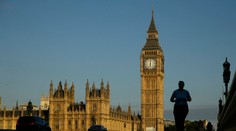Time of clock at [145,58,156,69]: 6:00
